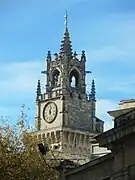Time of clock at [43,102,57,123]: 12:26
